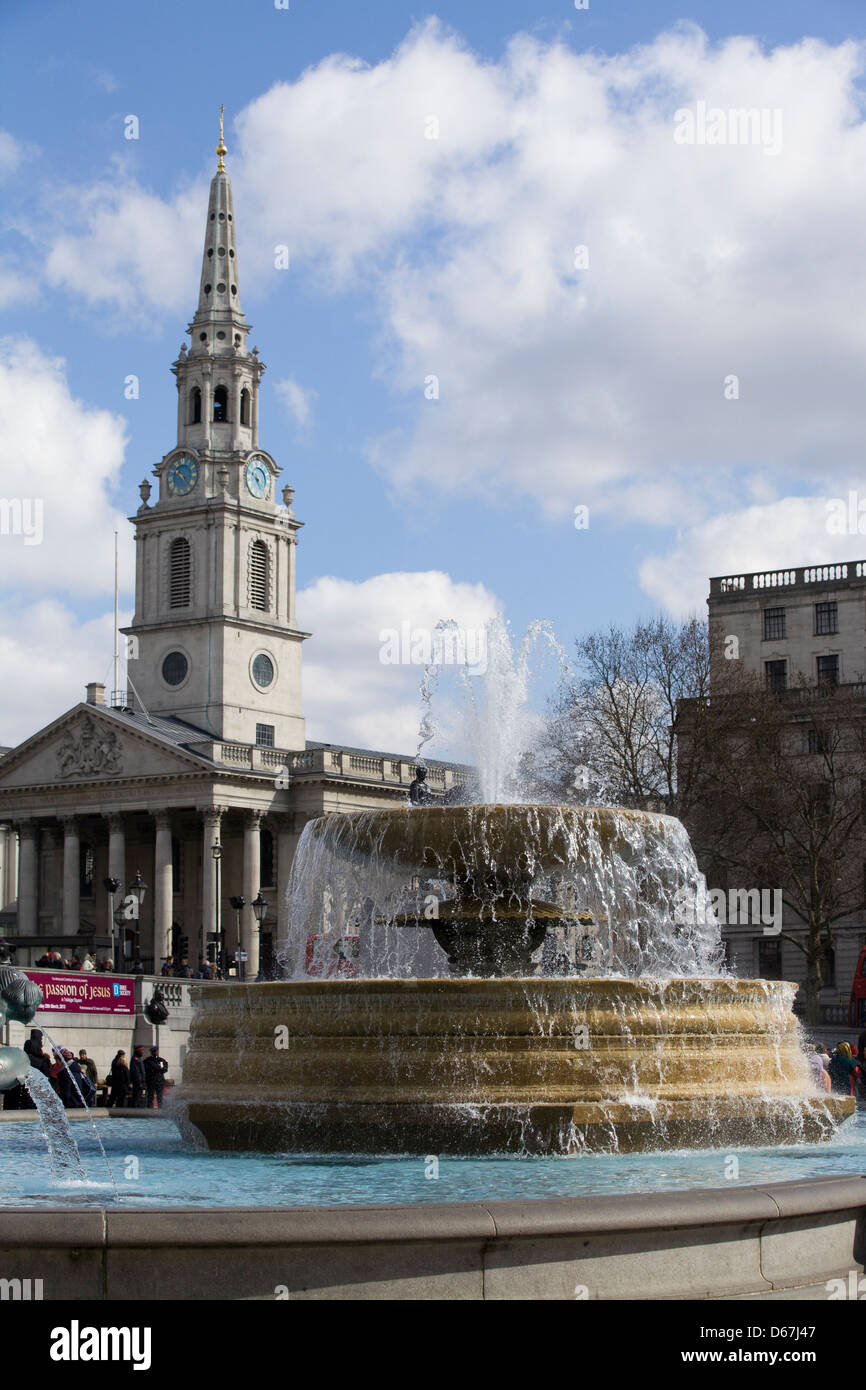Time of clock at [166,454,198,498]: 10:23
